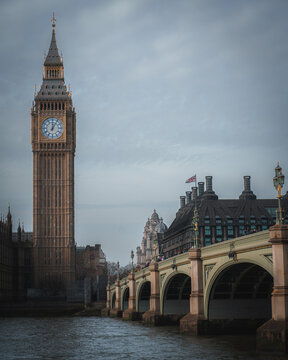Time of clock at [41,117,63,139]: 12:05
